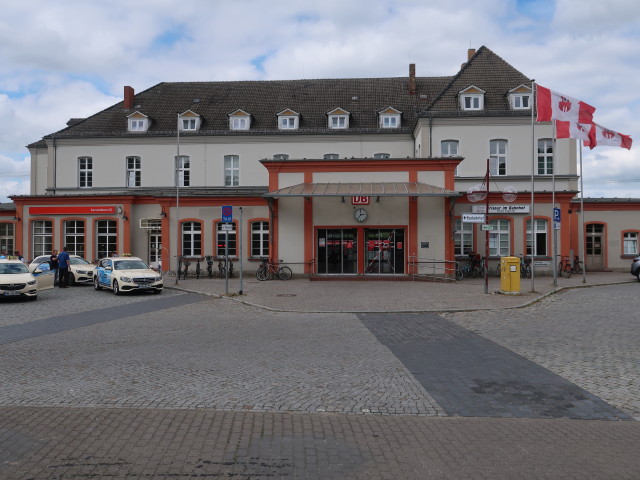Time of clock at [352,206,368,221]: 2:36
